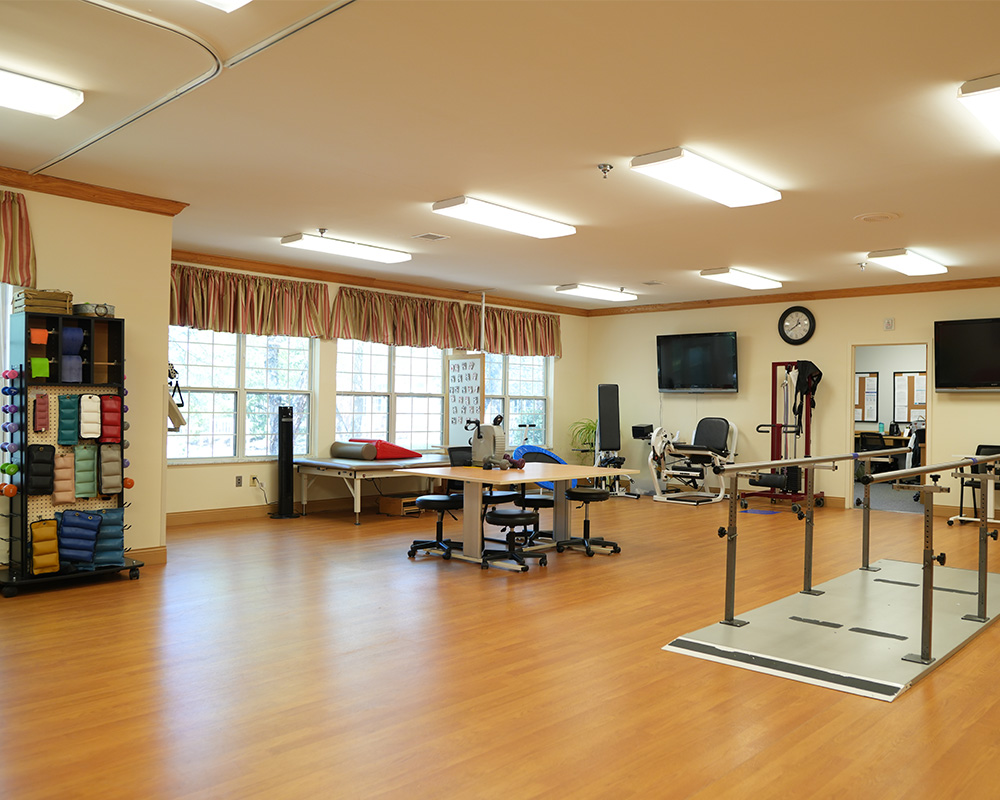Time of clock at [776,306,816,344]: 12:39
